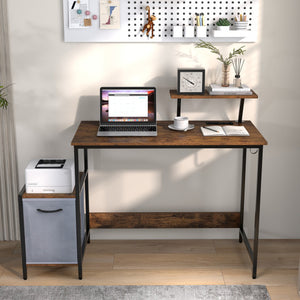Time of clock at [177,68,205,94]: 3:50
